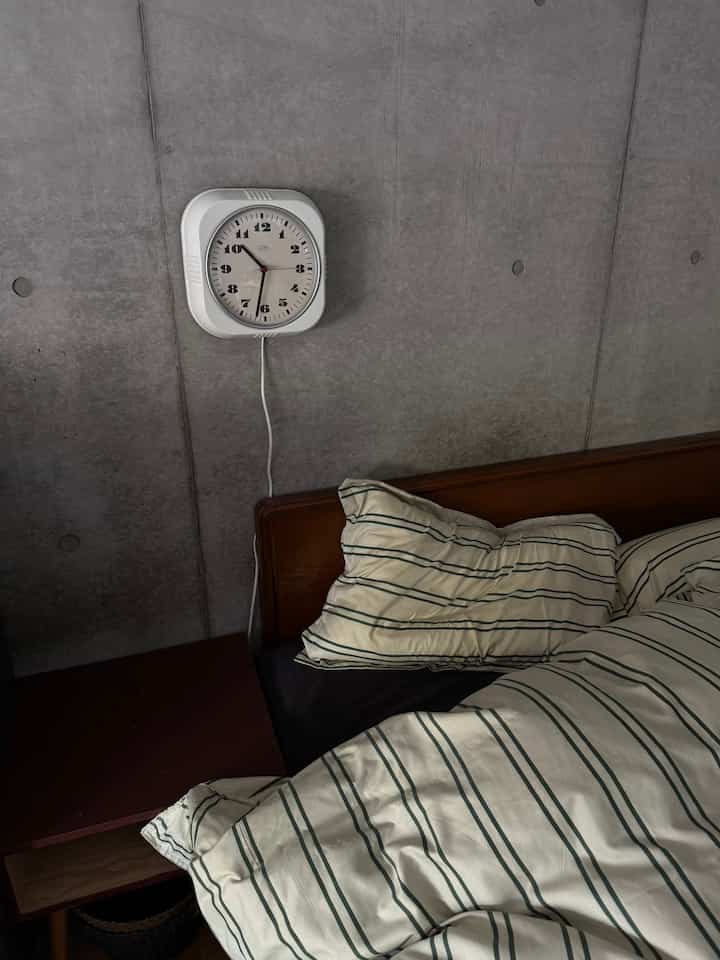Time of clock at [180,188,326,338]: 10:32
